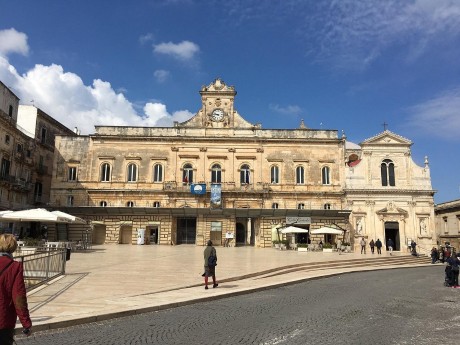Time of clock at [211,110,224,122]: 9:45
